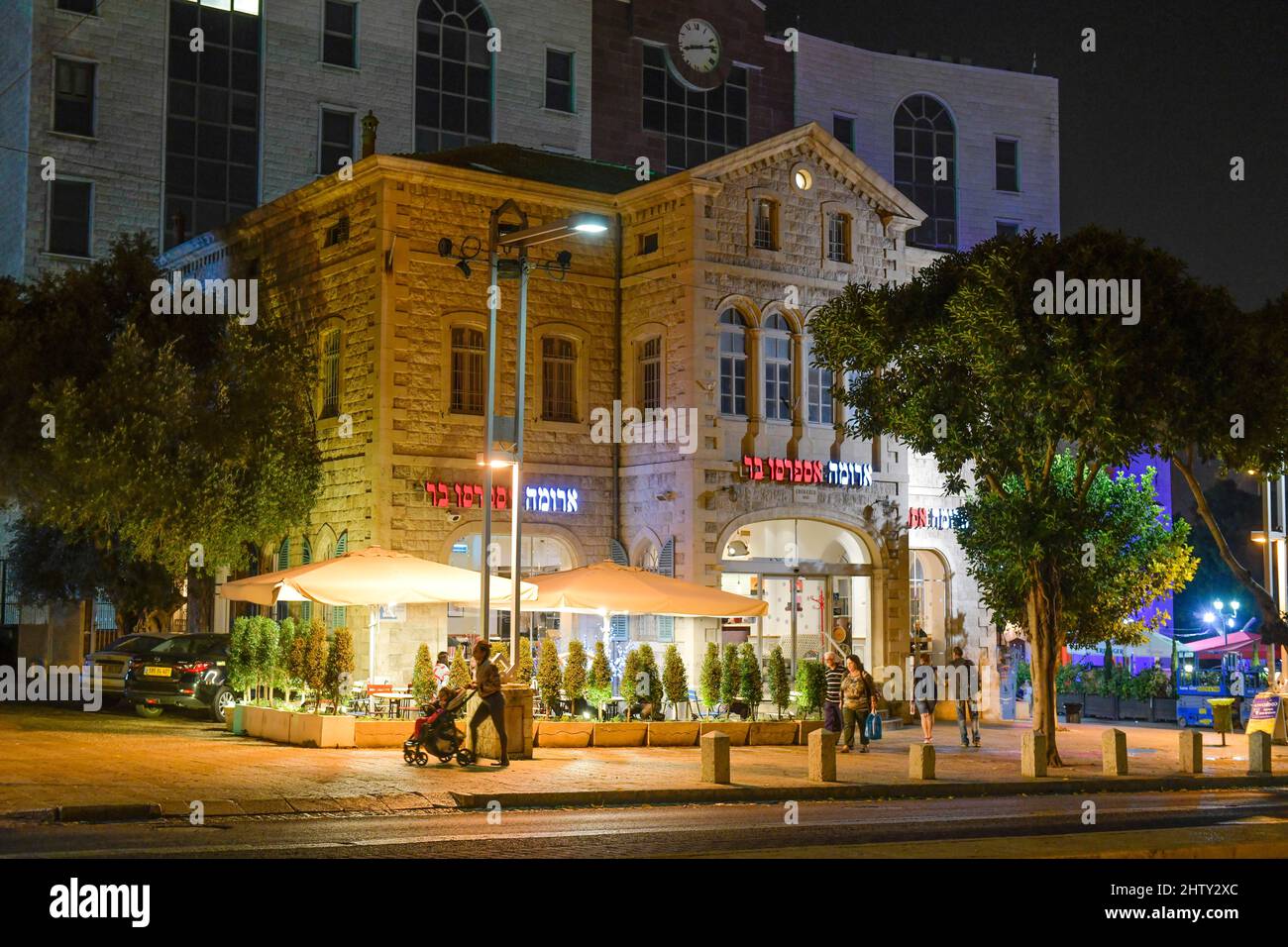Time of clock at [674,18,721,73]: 8:13
